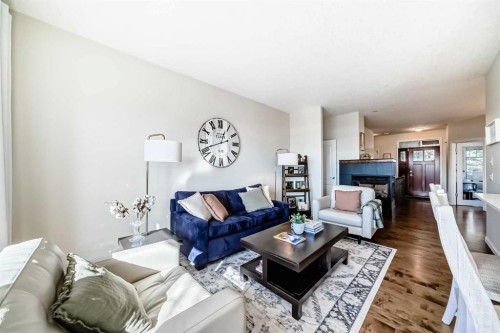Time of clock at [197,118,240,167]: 12:41
